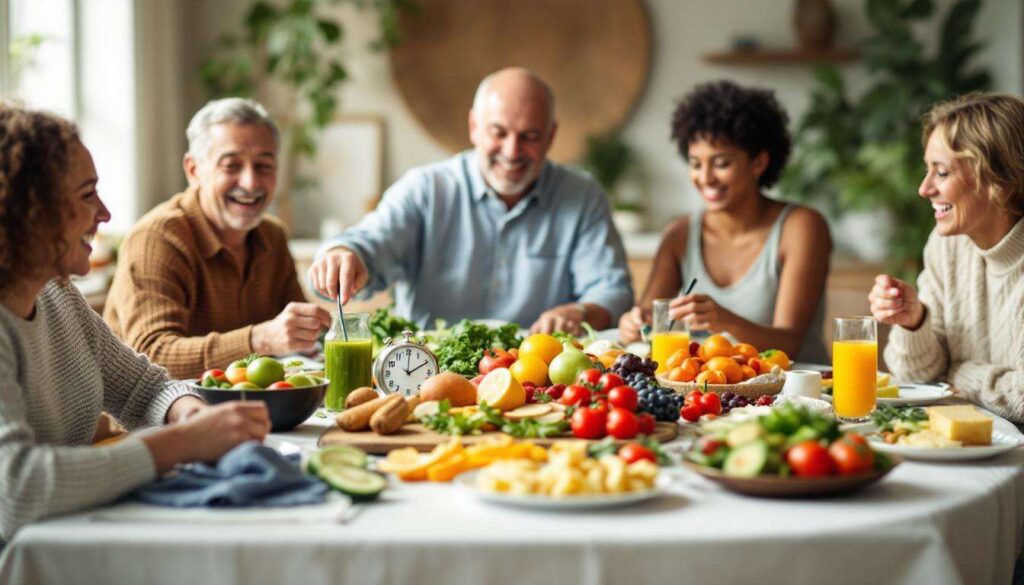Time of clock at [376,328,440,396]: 2:00
